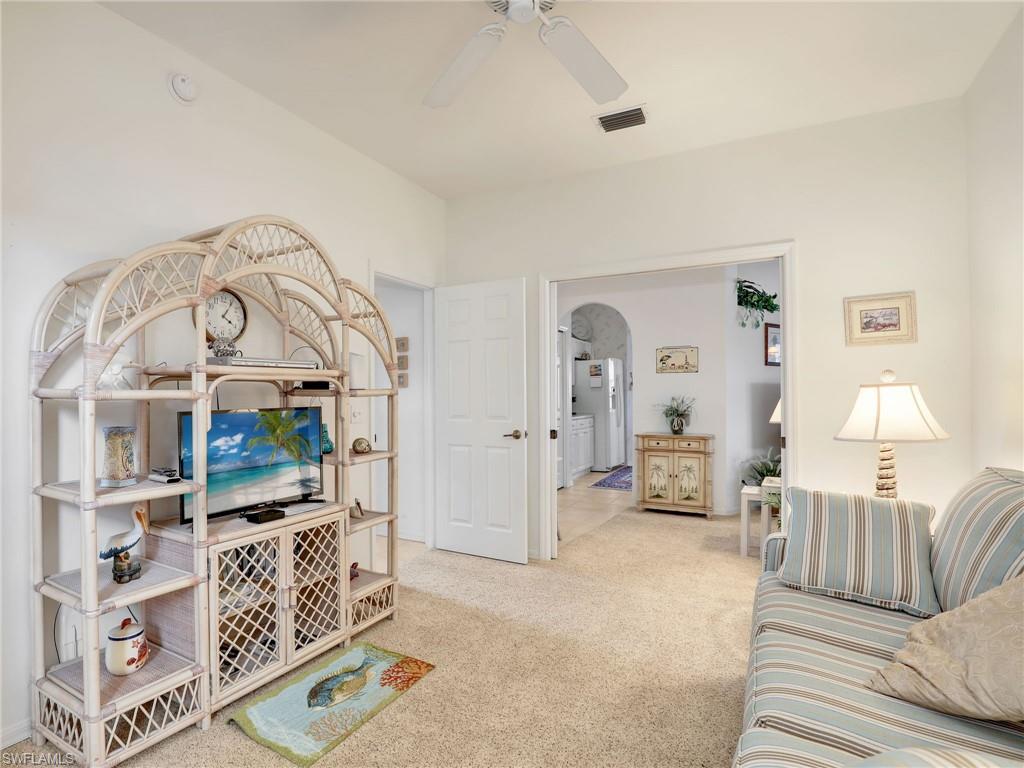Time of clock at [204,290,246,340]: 4:05
